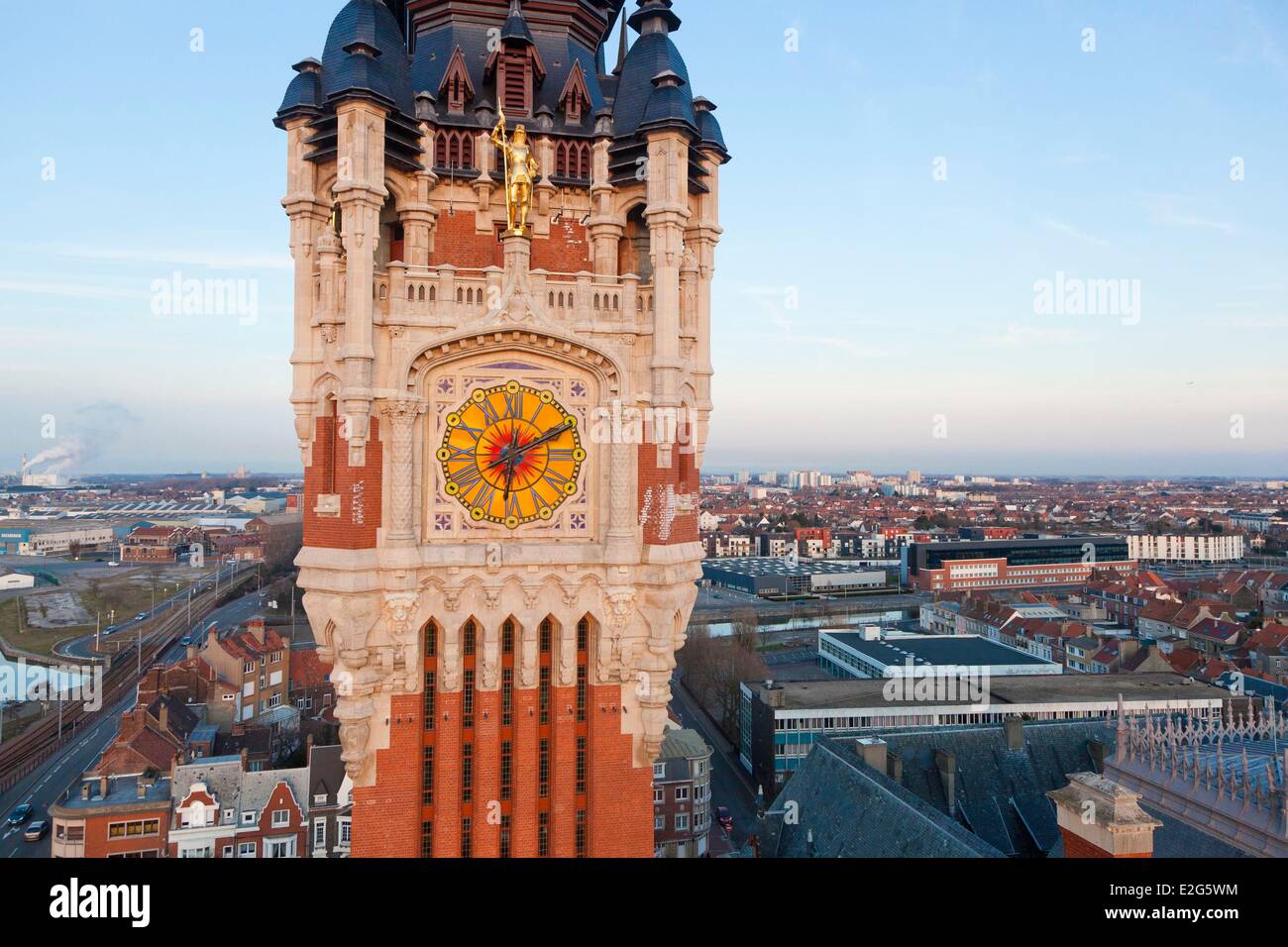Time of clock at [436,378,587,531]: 6:10
